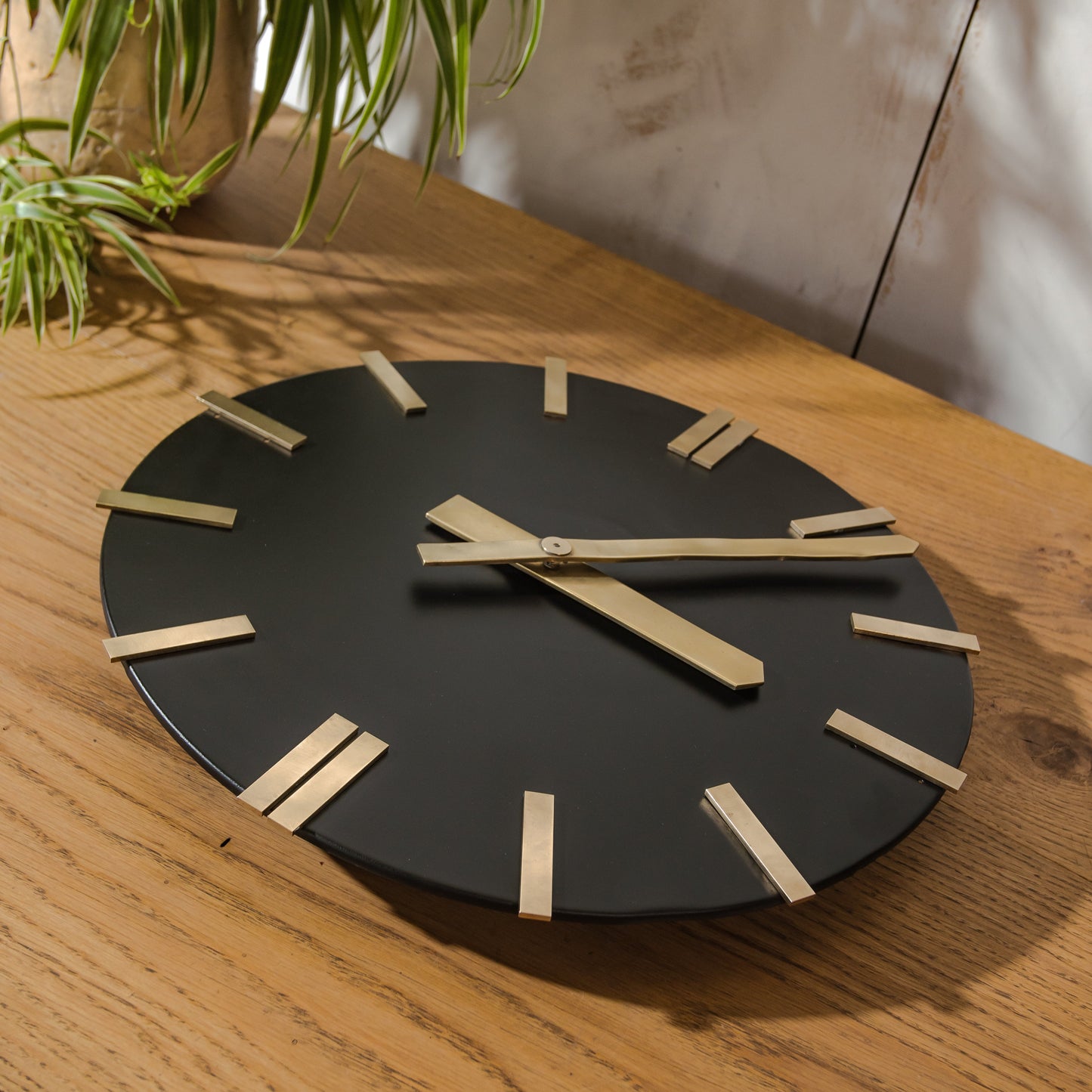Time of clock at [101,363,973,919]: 4:12
